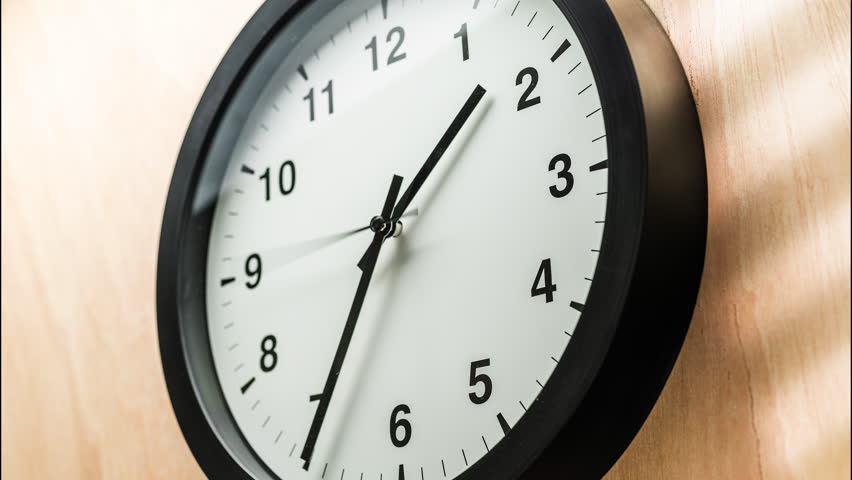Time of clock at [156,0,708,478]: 1:34
